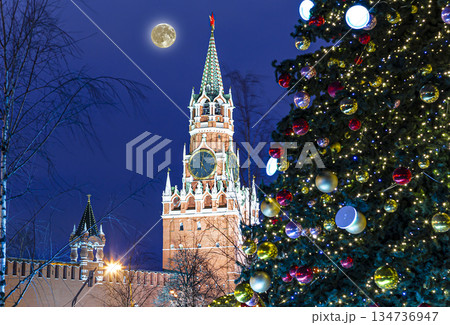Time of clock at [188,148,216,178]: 4:59
